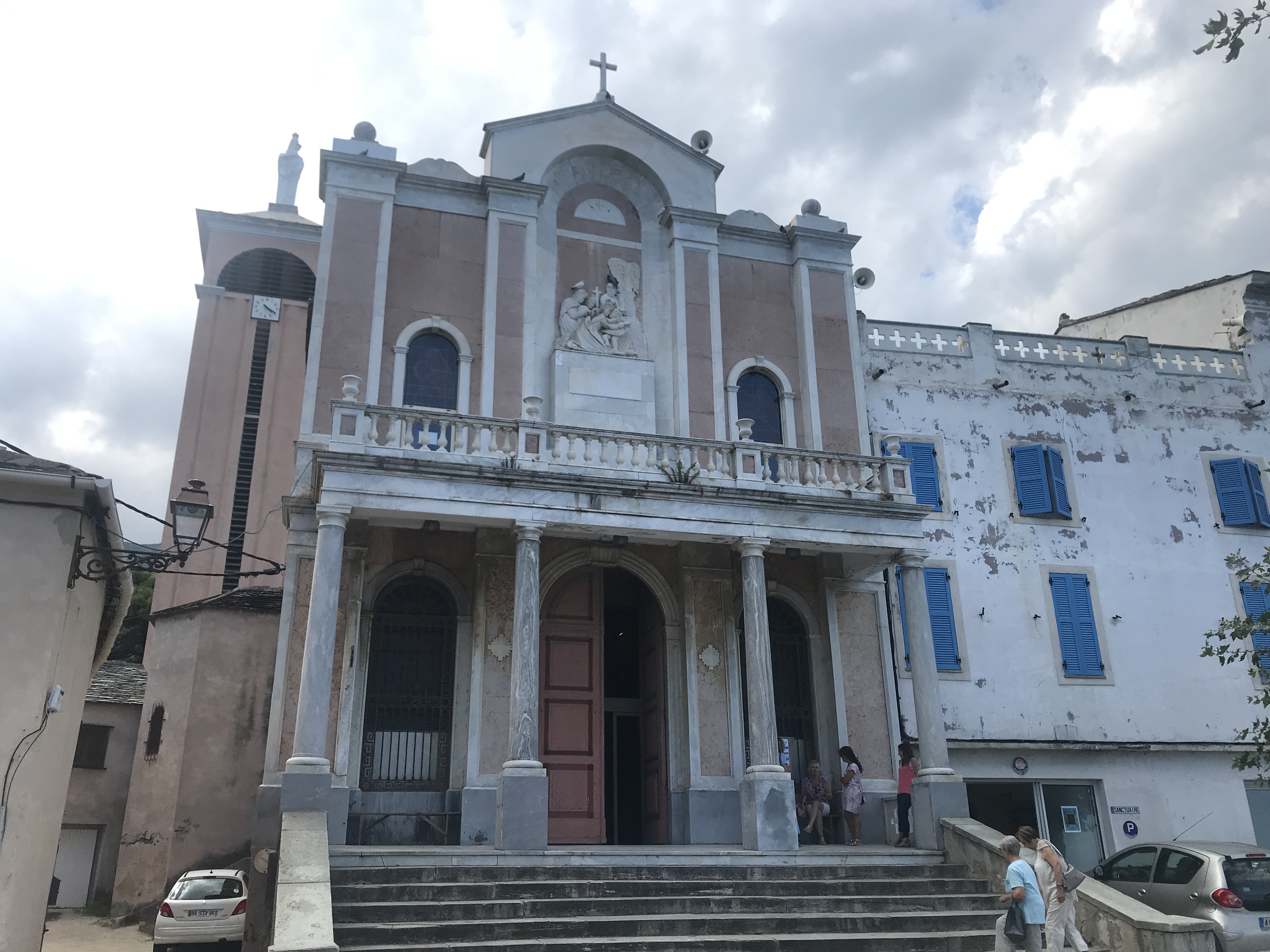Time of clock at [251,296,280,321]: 4:19
